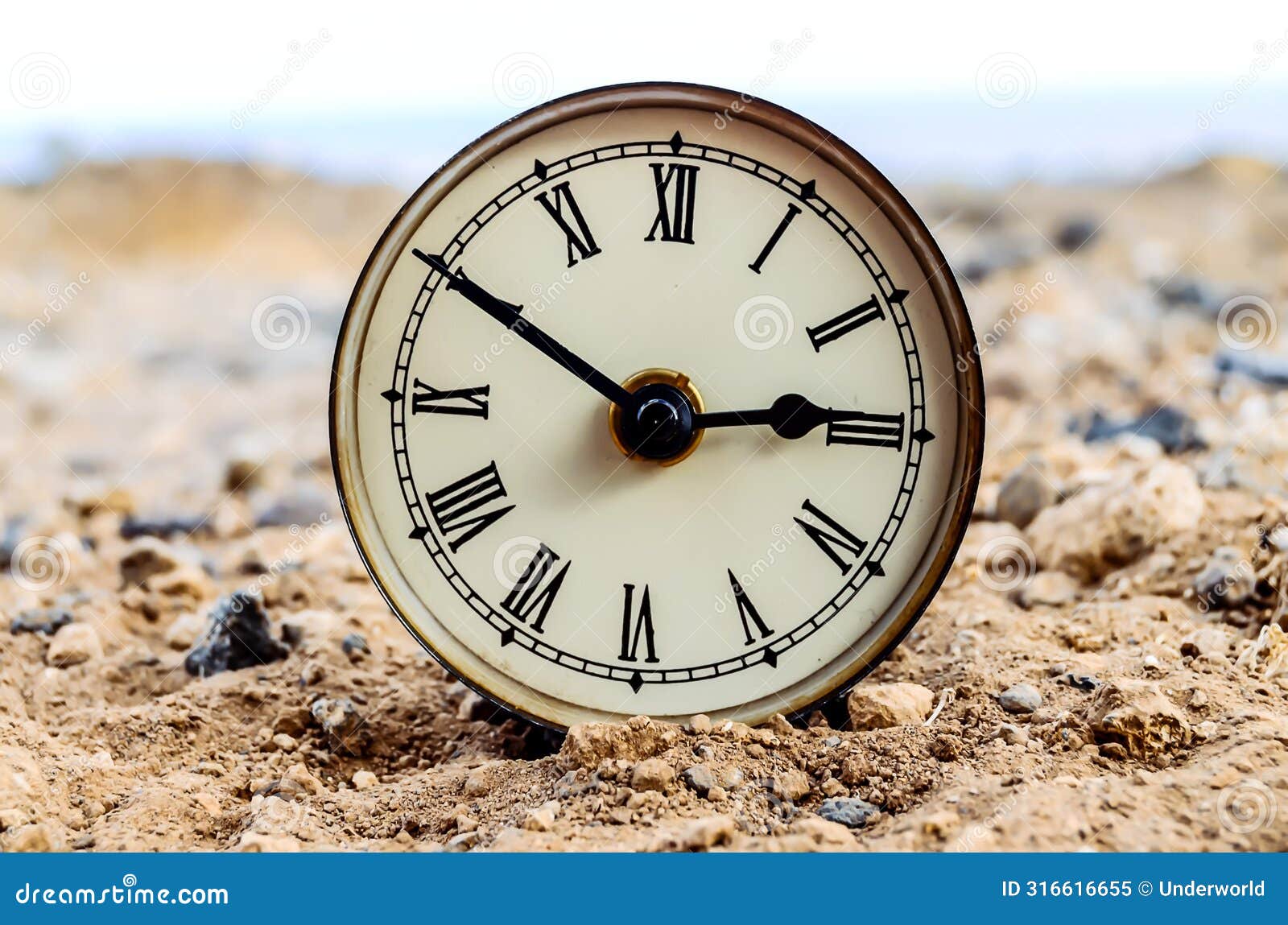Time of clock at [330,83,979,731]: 2:49
